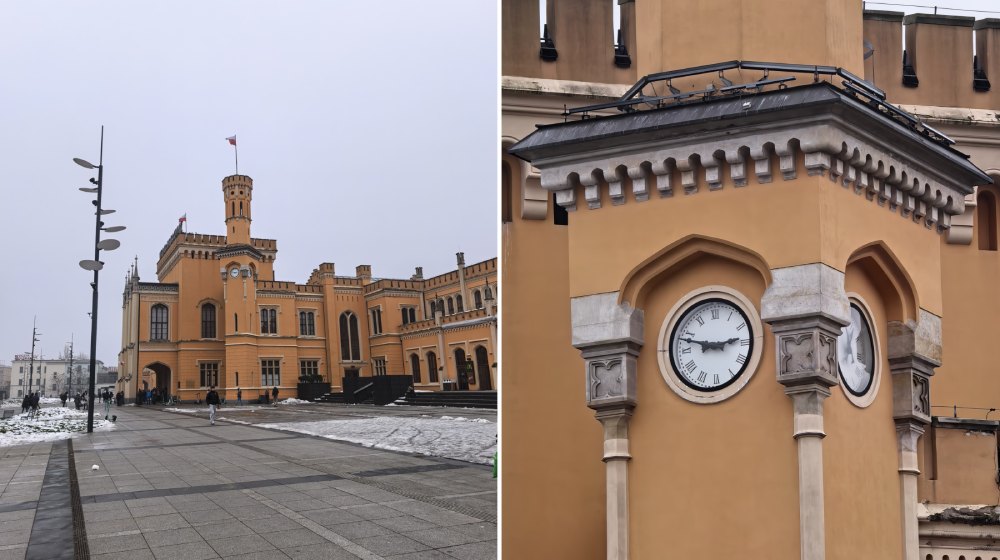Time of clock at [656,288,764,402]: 2:47
